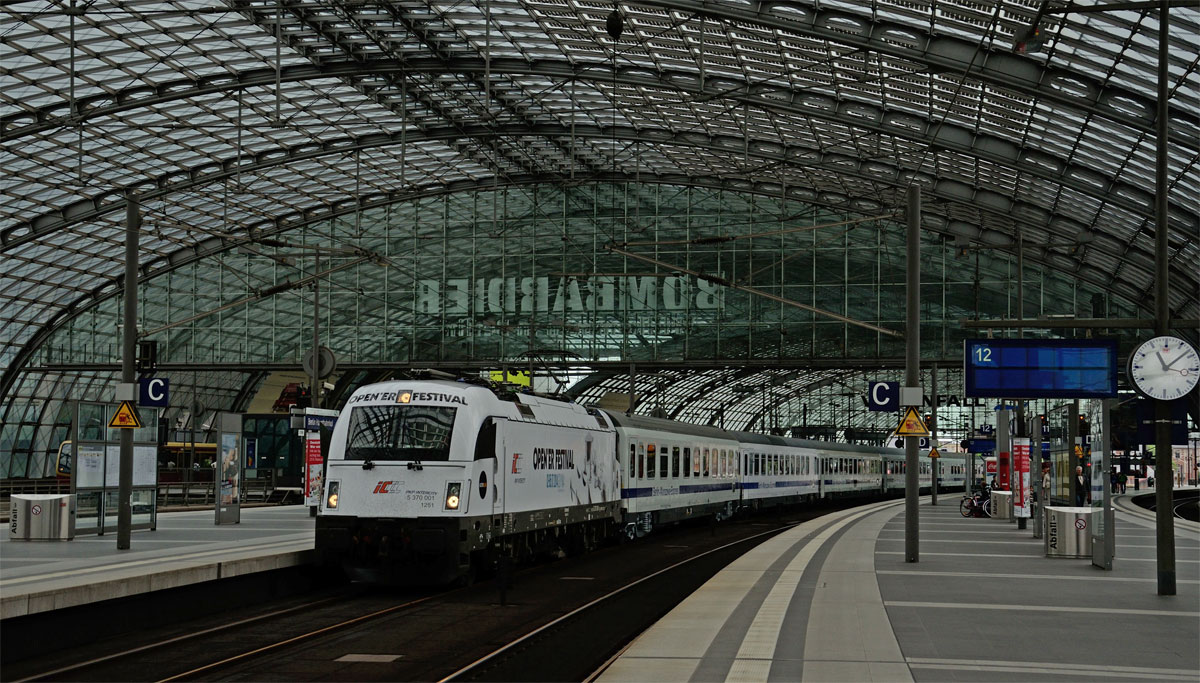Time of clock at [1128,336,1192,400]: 11:08
